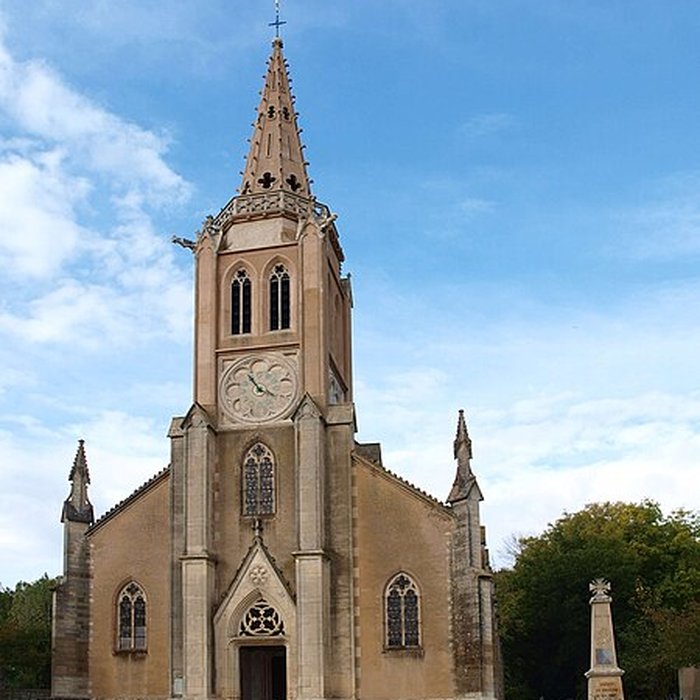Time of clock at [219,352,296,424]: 3:54
